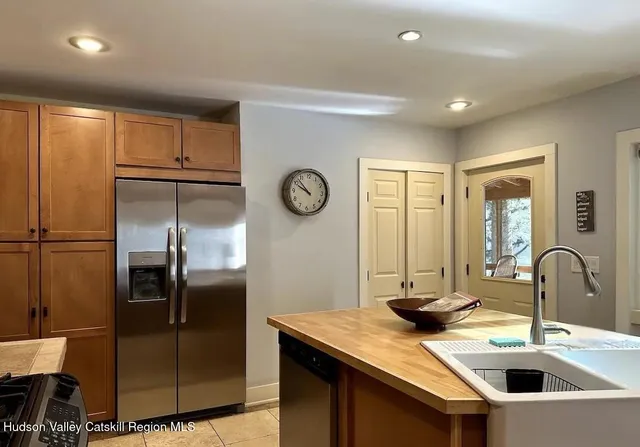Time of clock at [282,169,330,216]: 9:52
